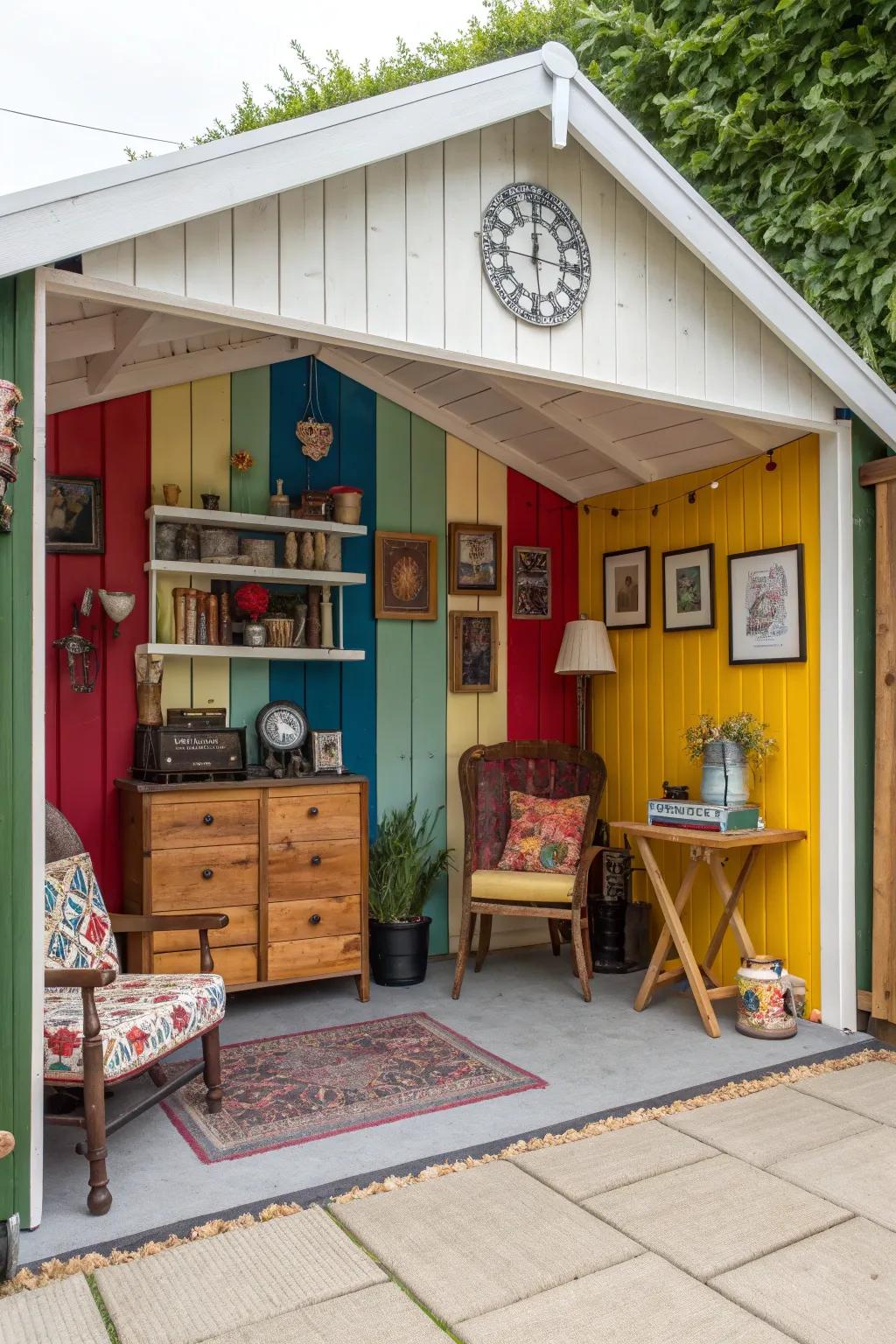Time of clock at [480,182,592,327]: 11:59
